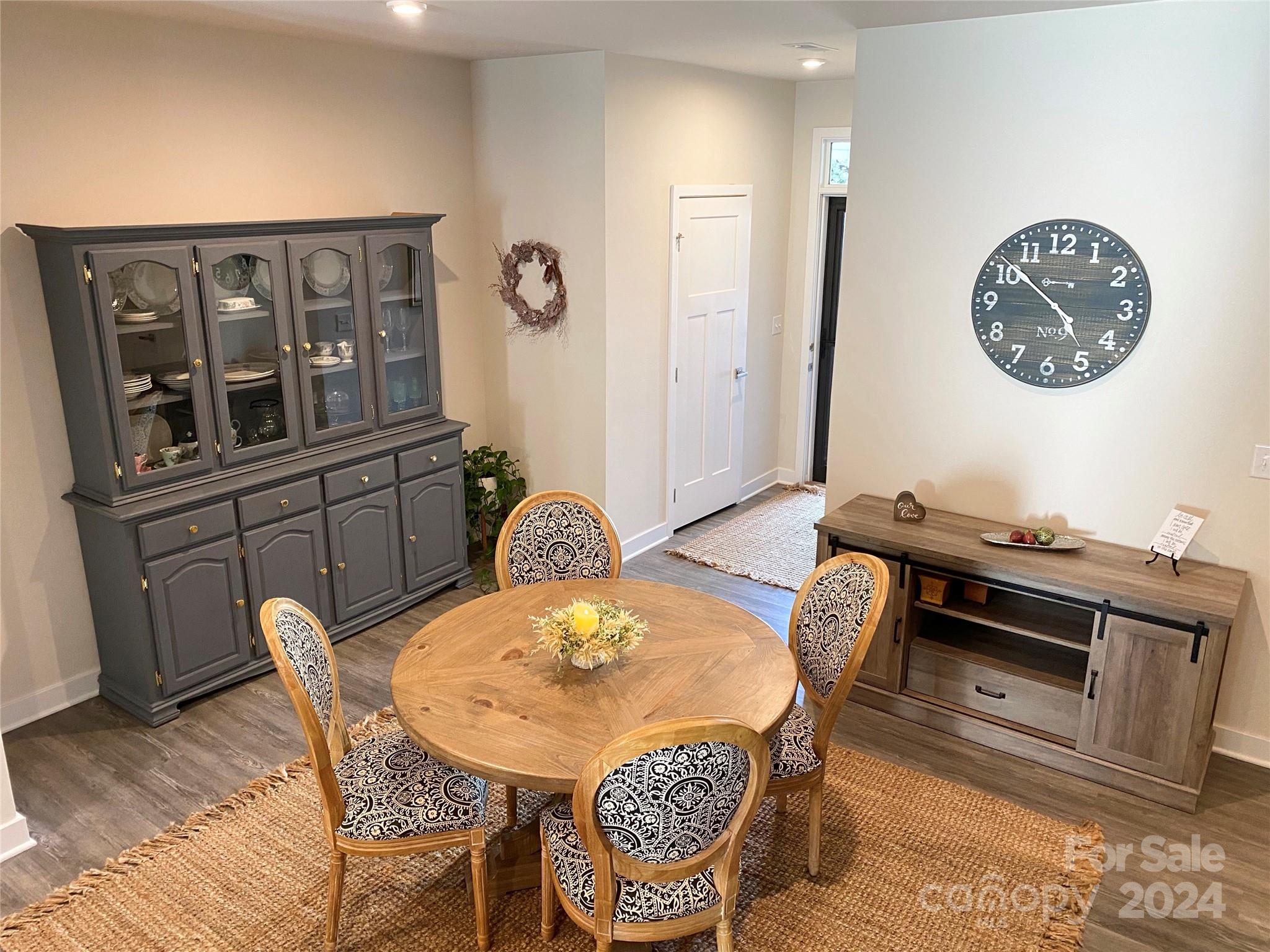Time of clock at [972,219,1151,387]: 4:51
